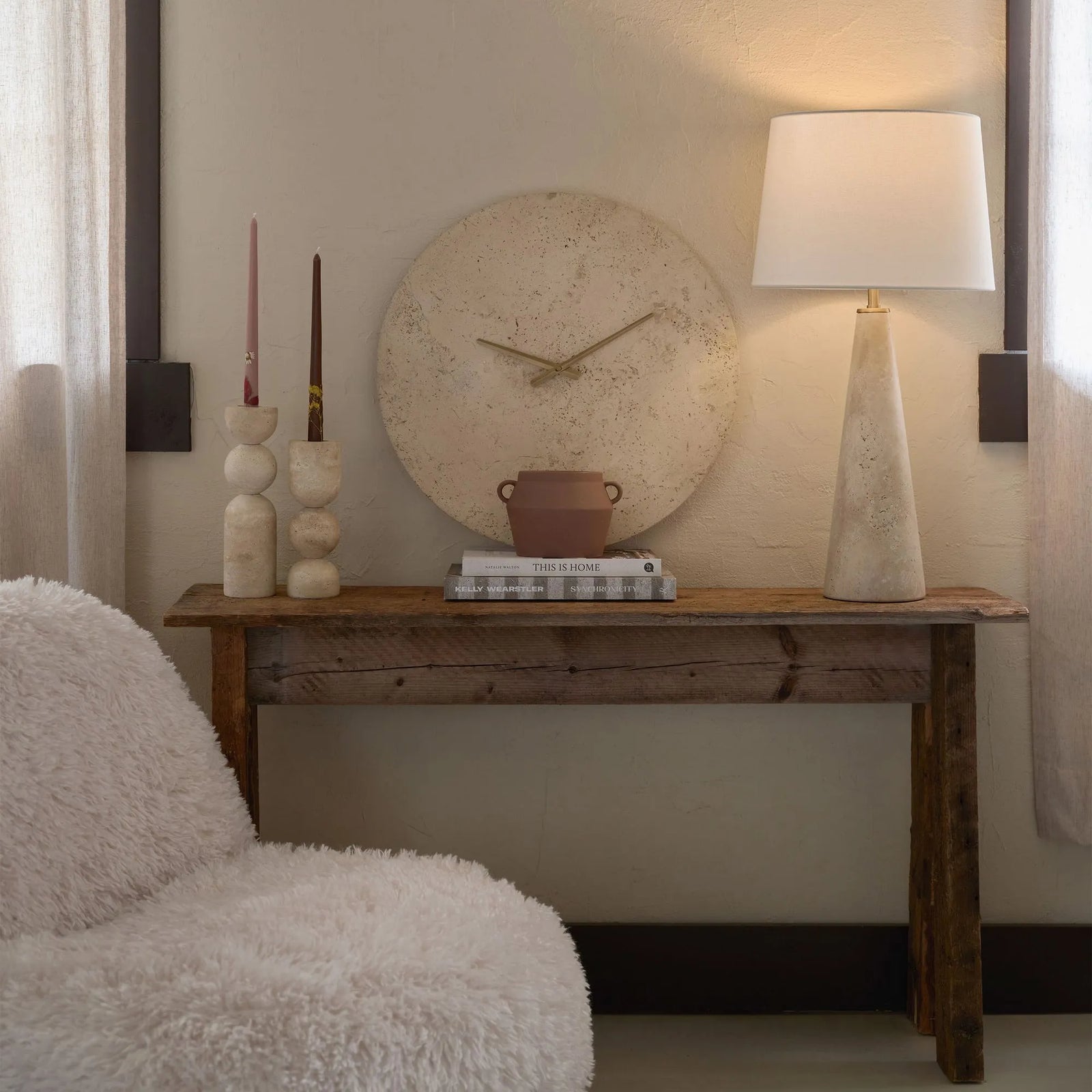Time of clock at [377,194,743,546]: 9:10
